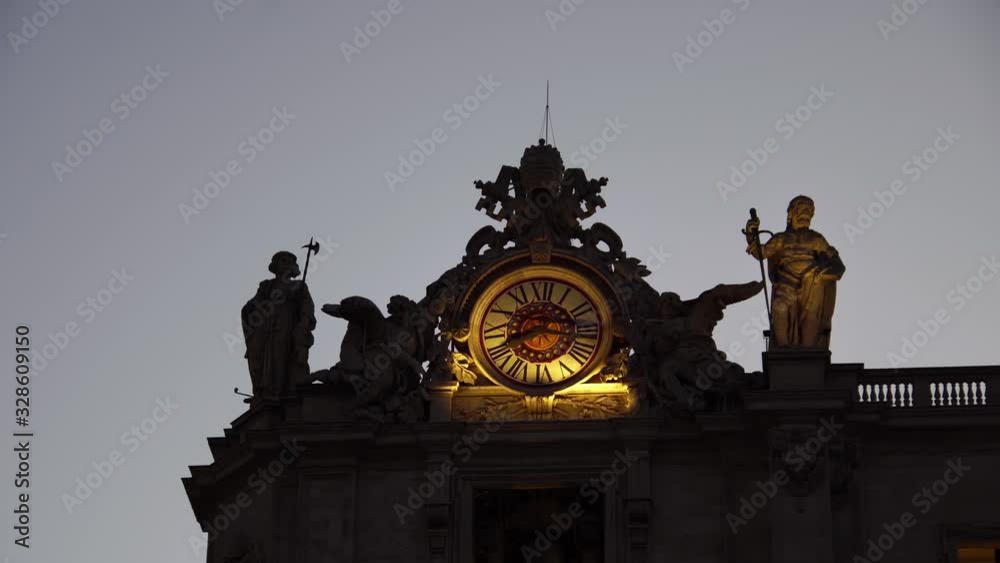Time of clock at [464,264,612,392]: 8:16
